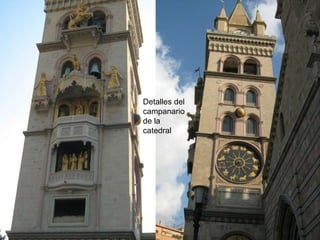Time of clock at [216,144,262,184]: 5:35
